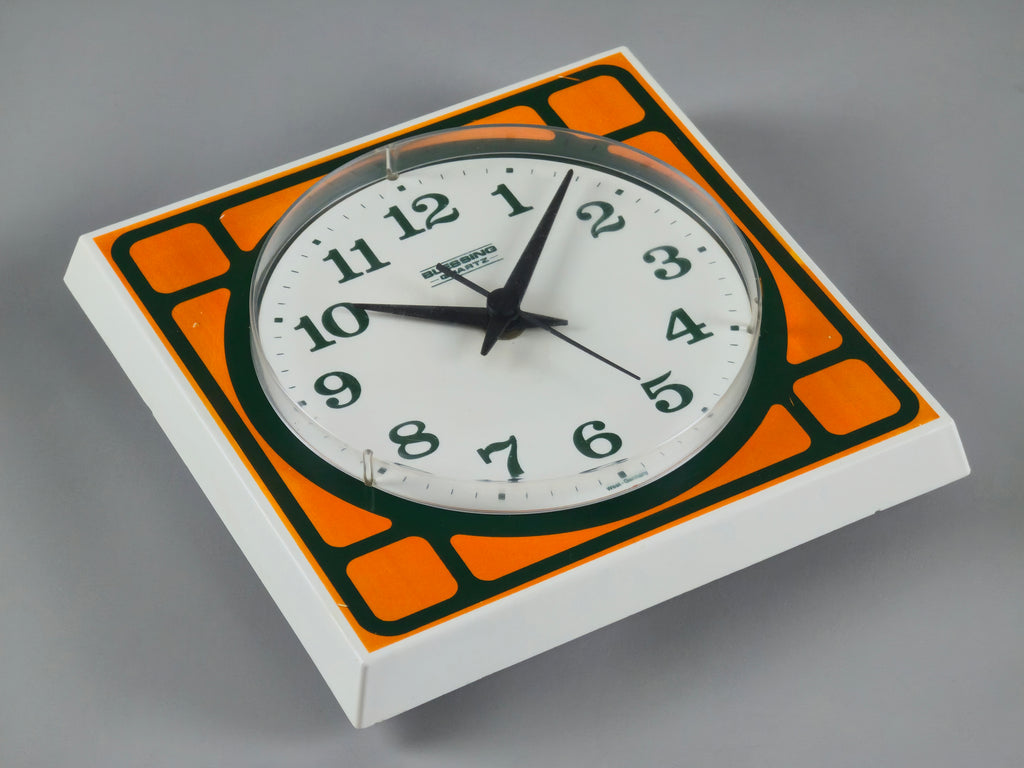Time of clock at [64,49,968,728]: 10:07
